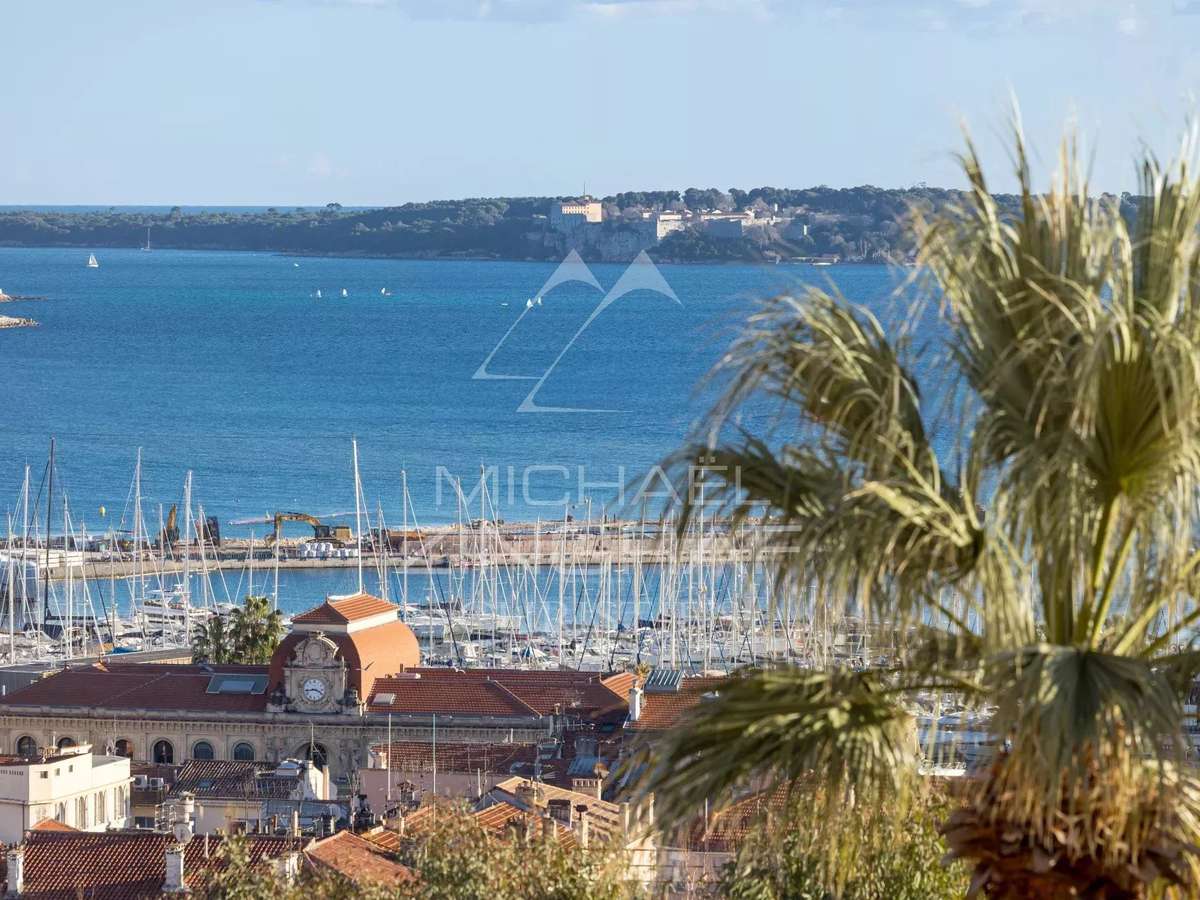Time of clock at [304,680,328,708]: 3:43
